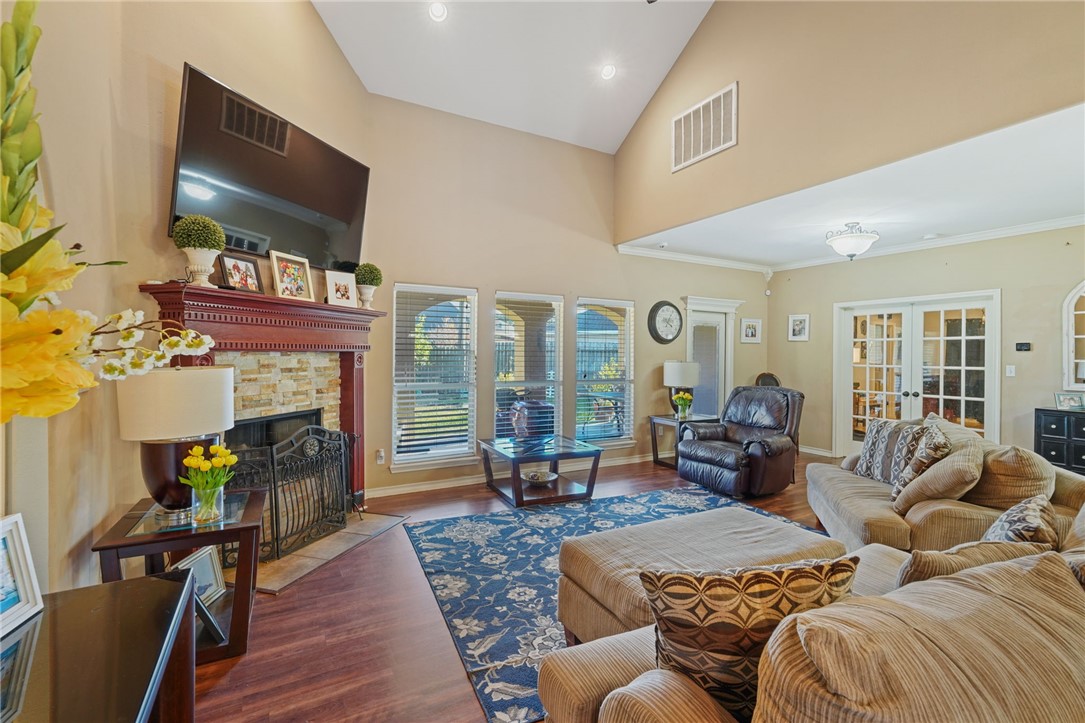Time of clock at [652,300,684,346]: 4:04
